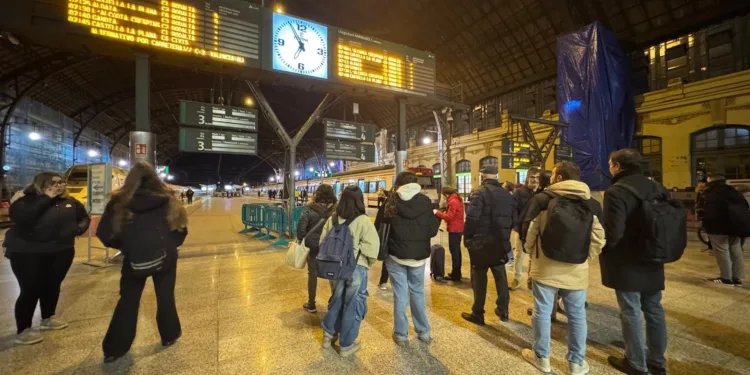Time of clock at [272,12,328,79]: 6:55
